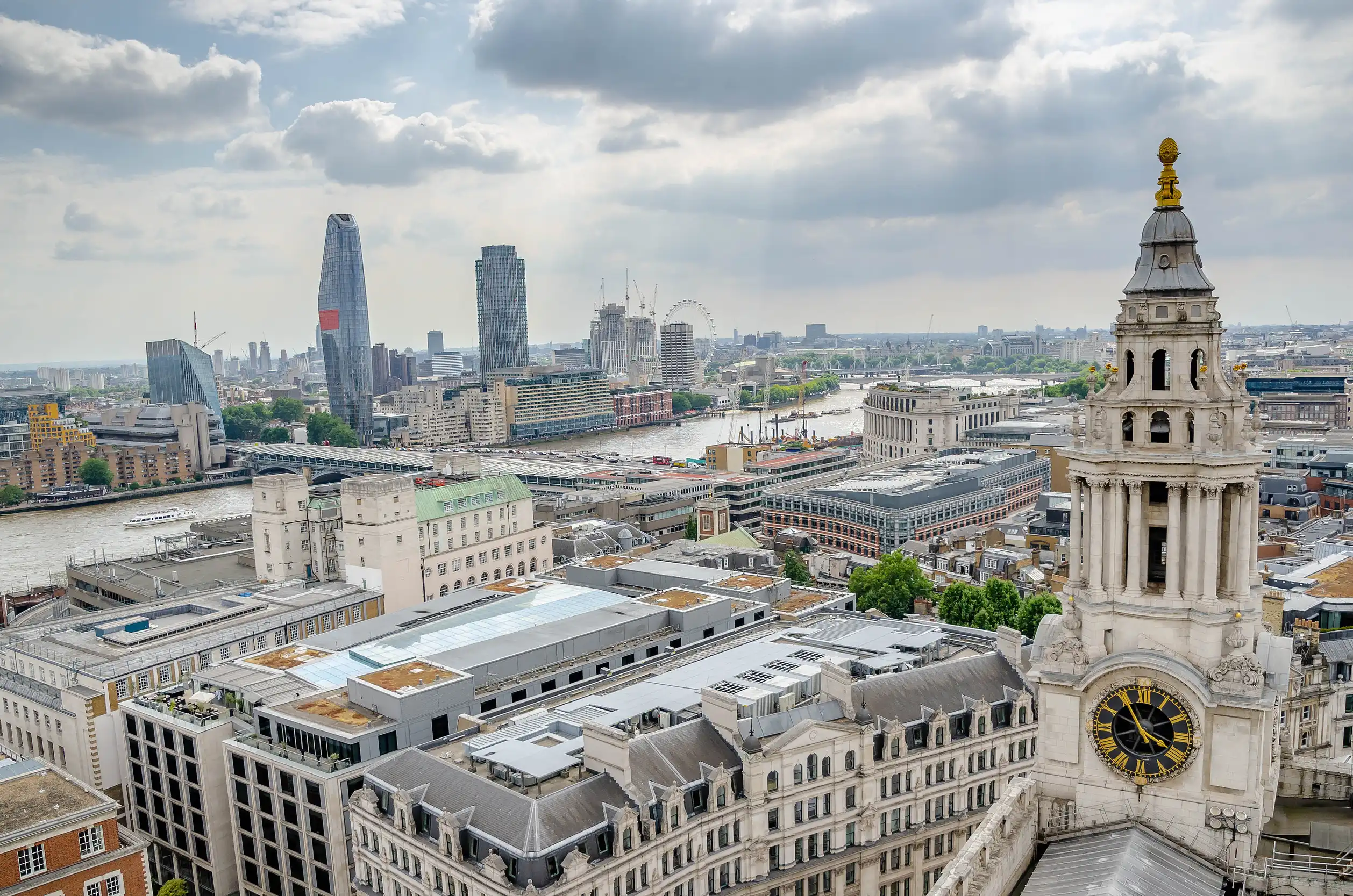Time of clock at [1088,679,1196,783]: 3:55
